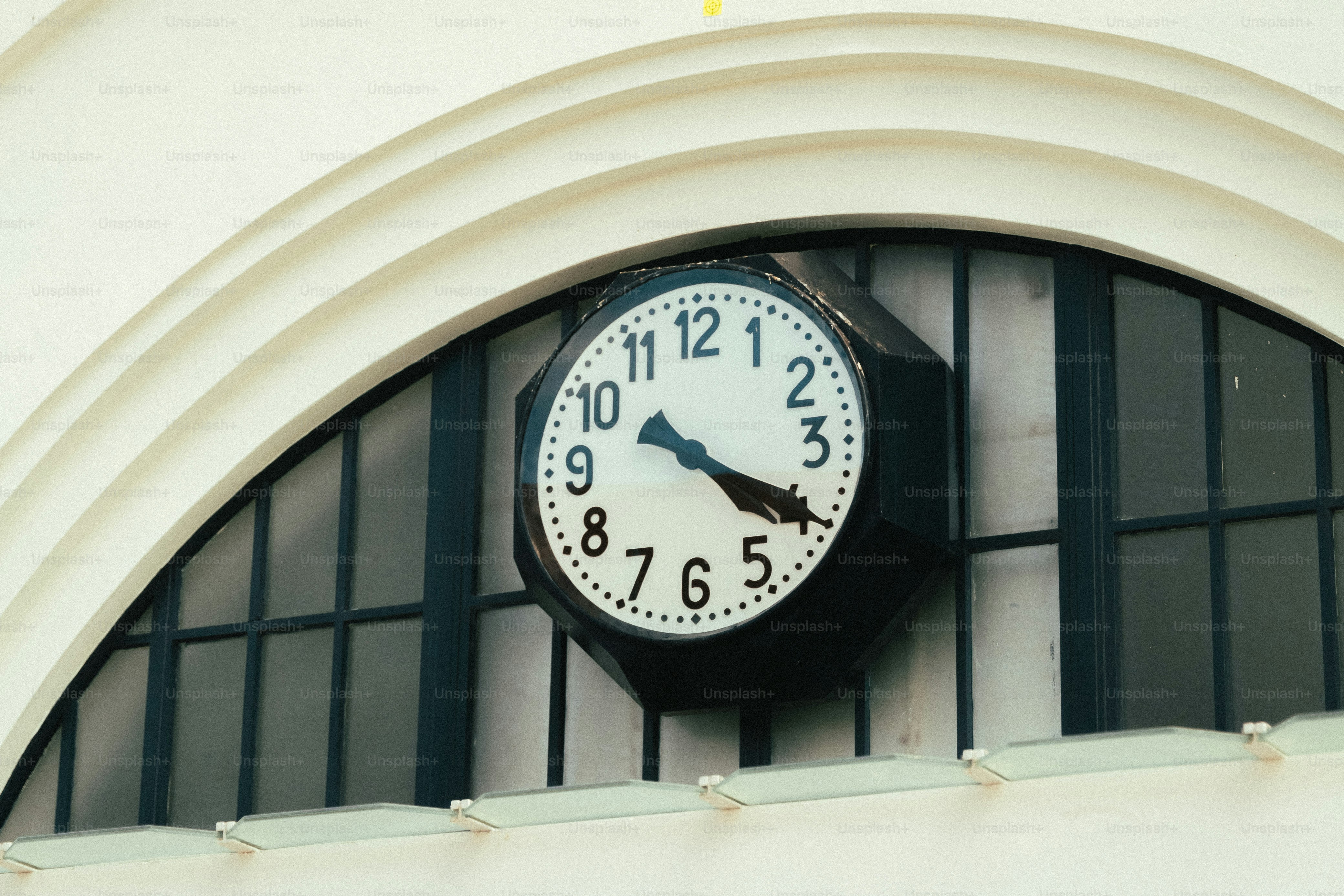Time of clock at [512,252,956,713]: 4:19
